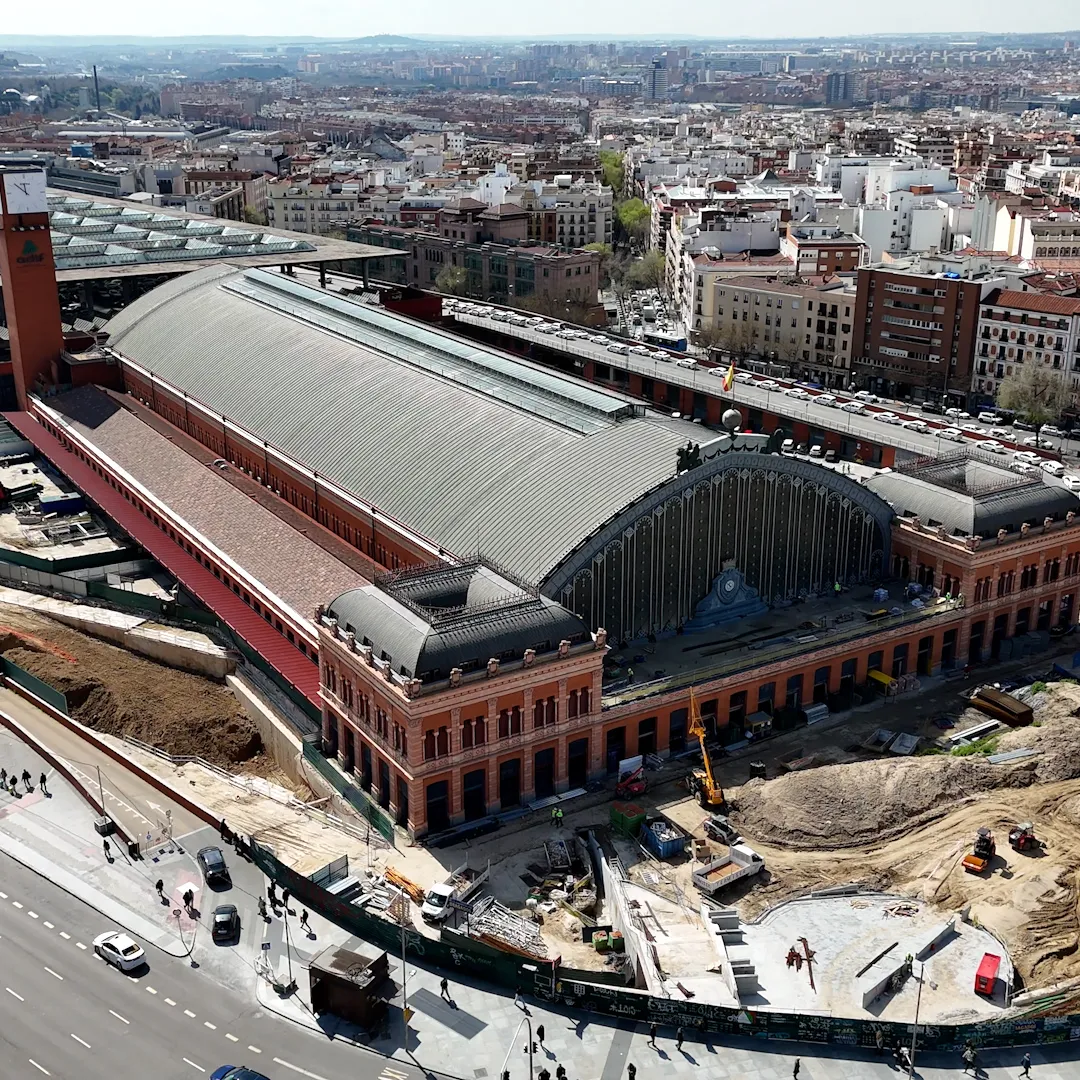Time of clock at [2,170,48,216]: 11:52
